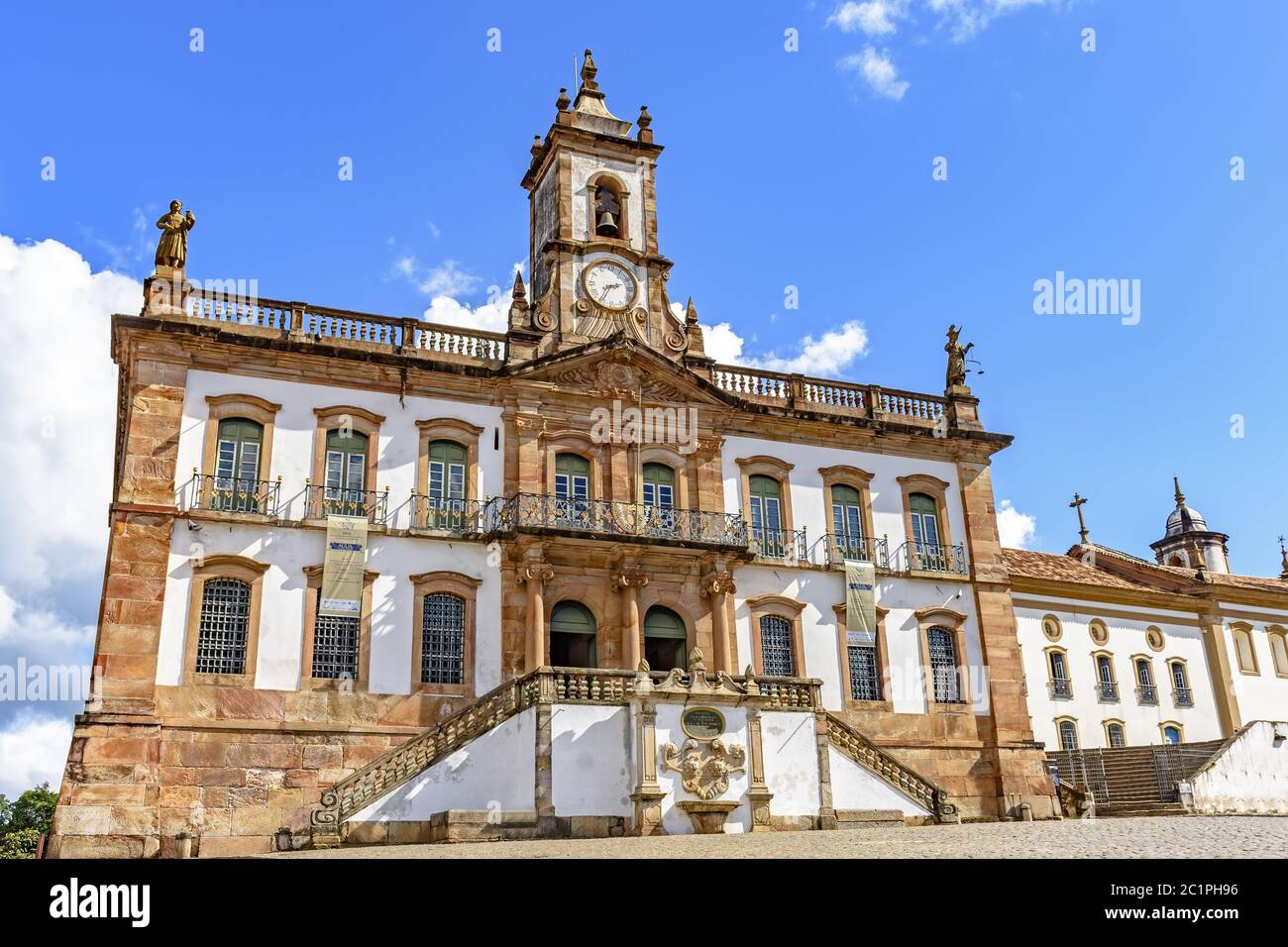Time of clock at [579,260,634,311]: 2:35
